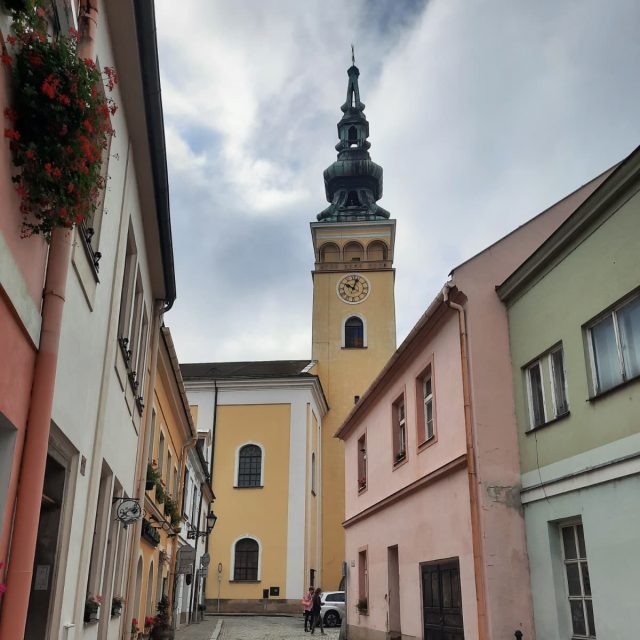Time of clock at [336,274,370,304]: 10:03
